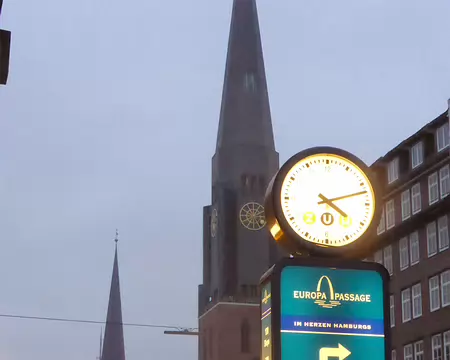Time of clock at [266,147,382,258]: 4:12
